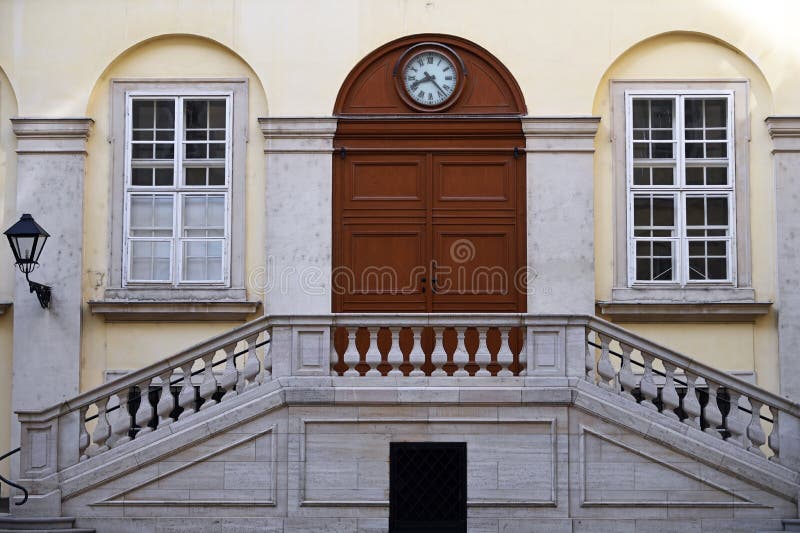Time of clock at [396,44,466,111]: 8:22
